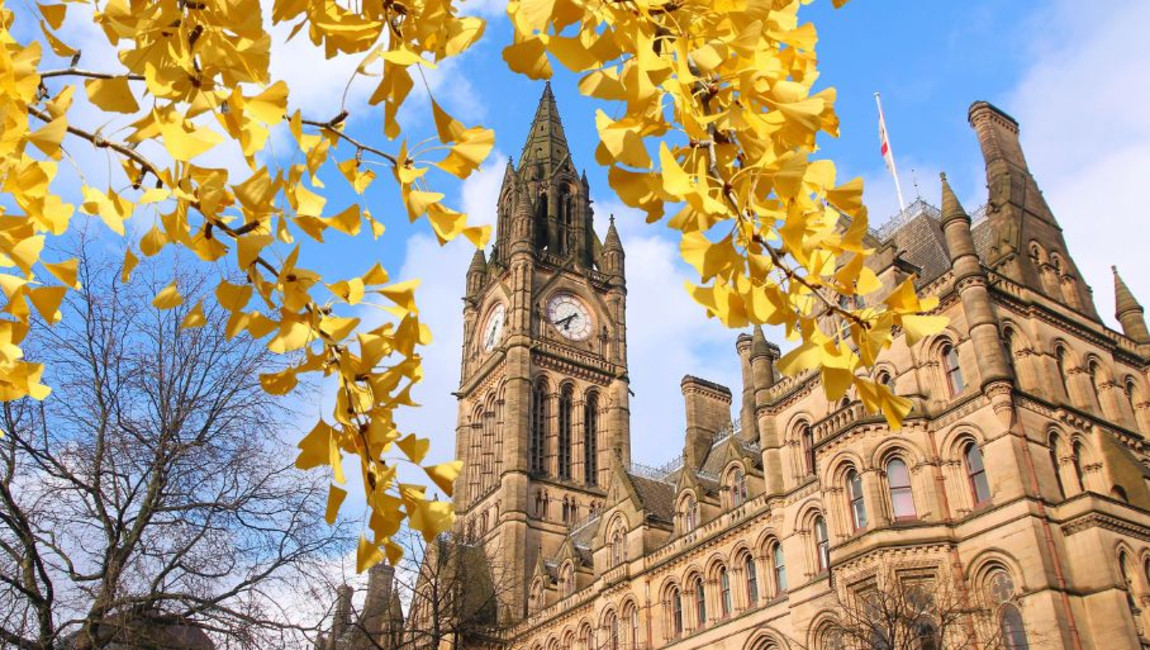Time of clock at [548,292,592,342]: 6:39
